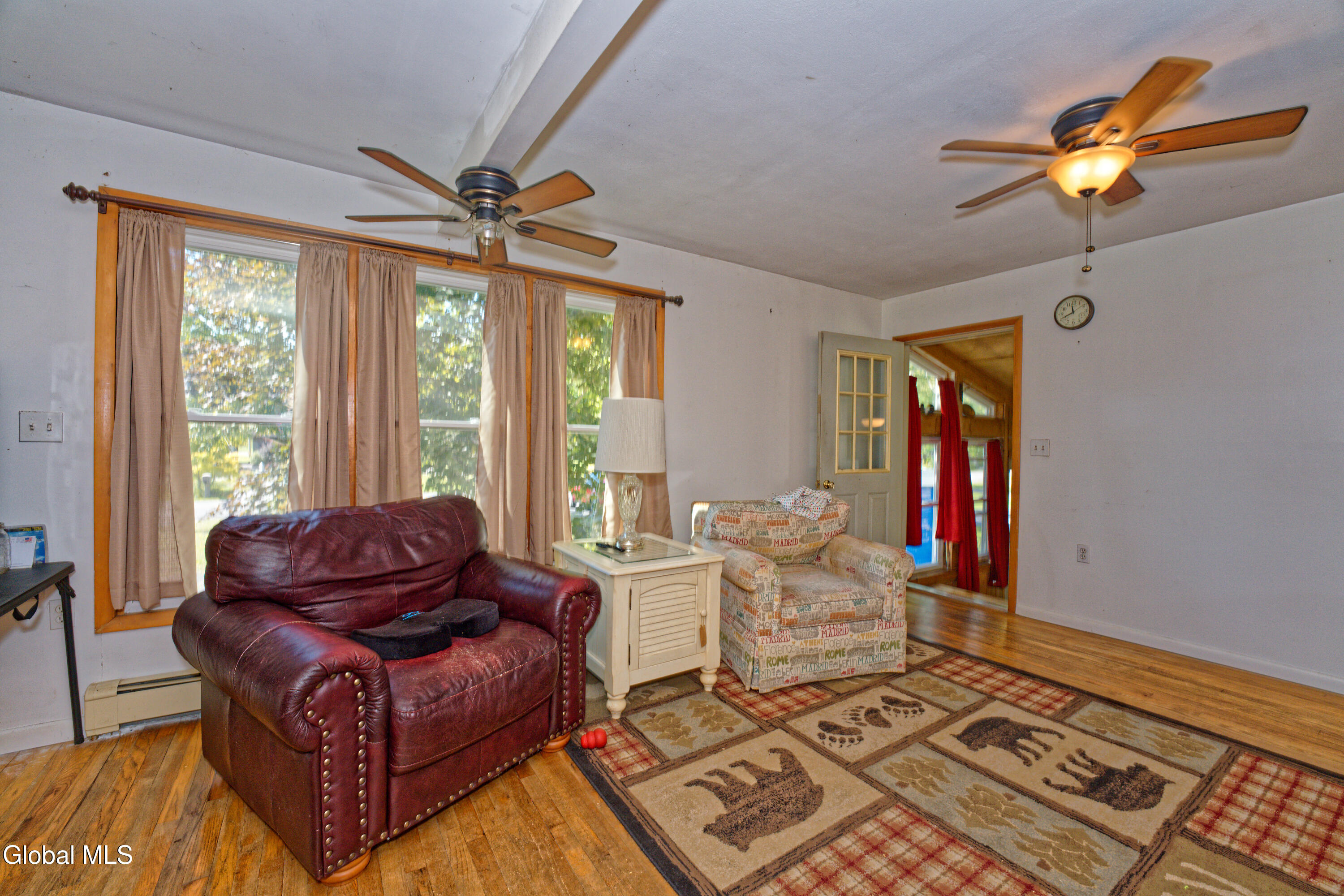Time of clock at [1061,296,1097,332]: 11:41
